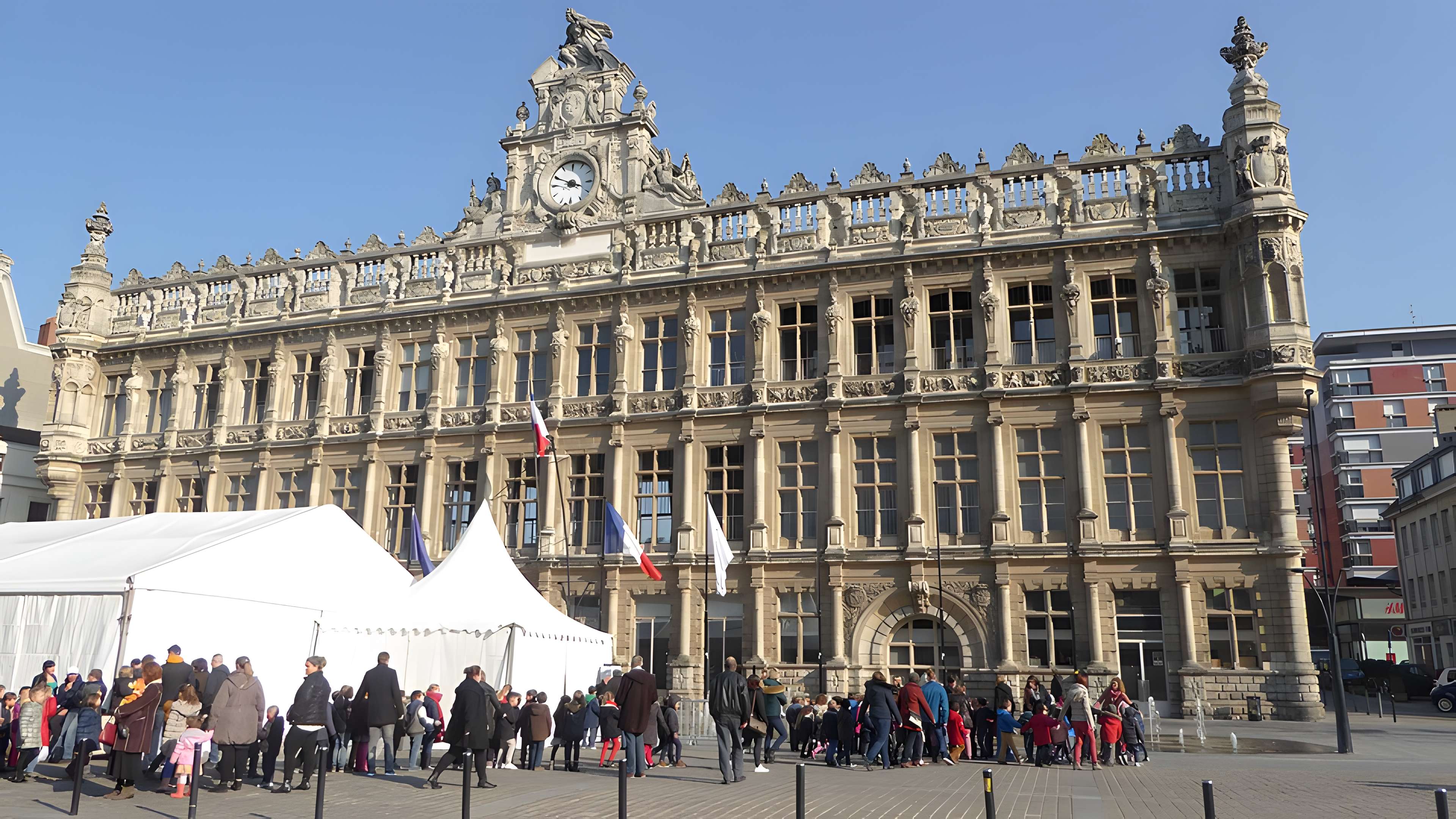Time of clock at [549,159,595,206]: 3:49
